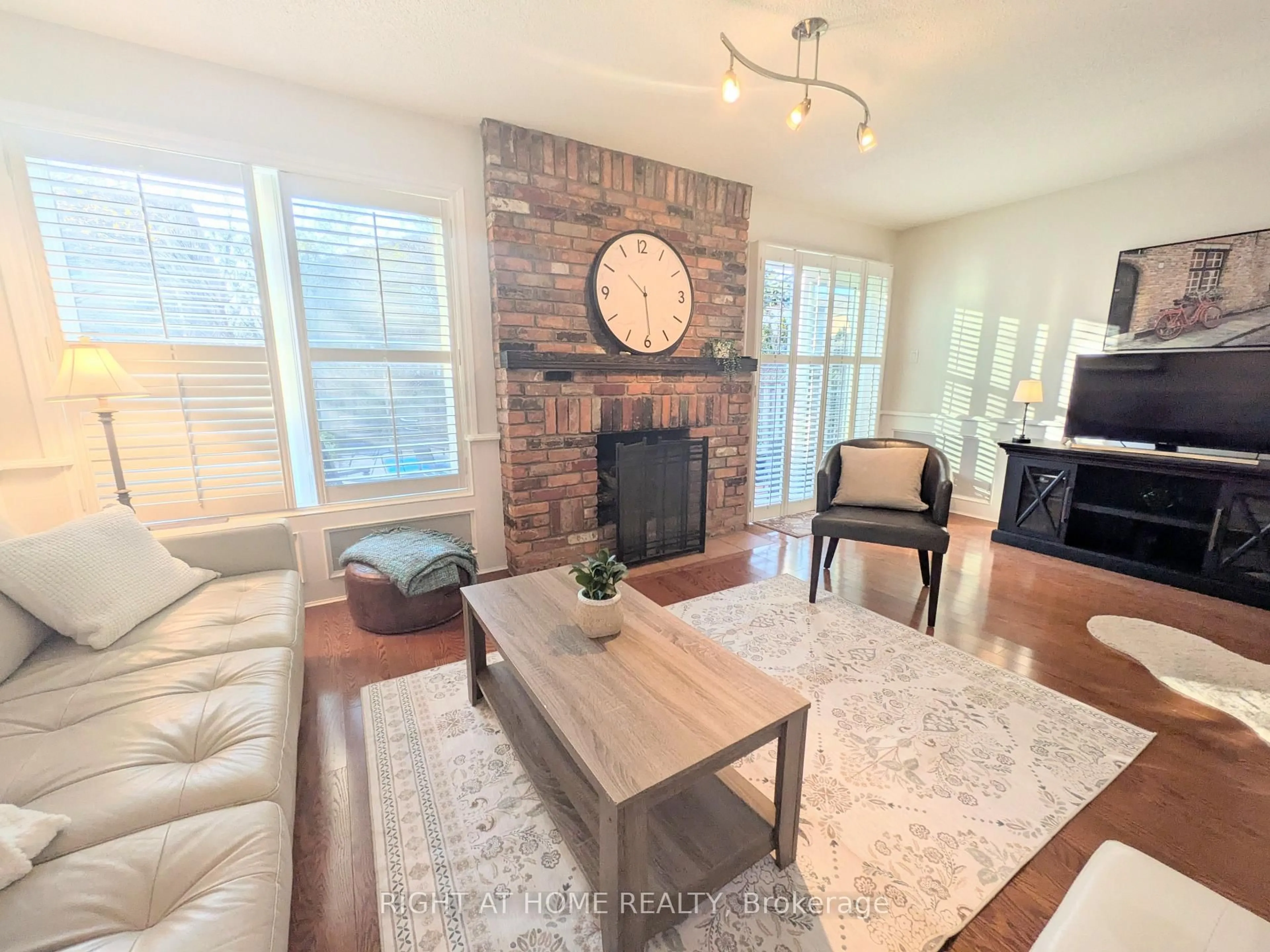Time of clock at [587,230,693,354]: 10:29
